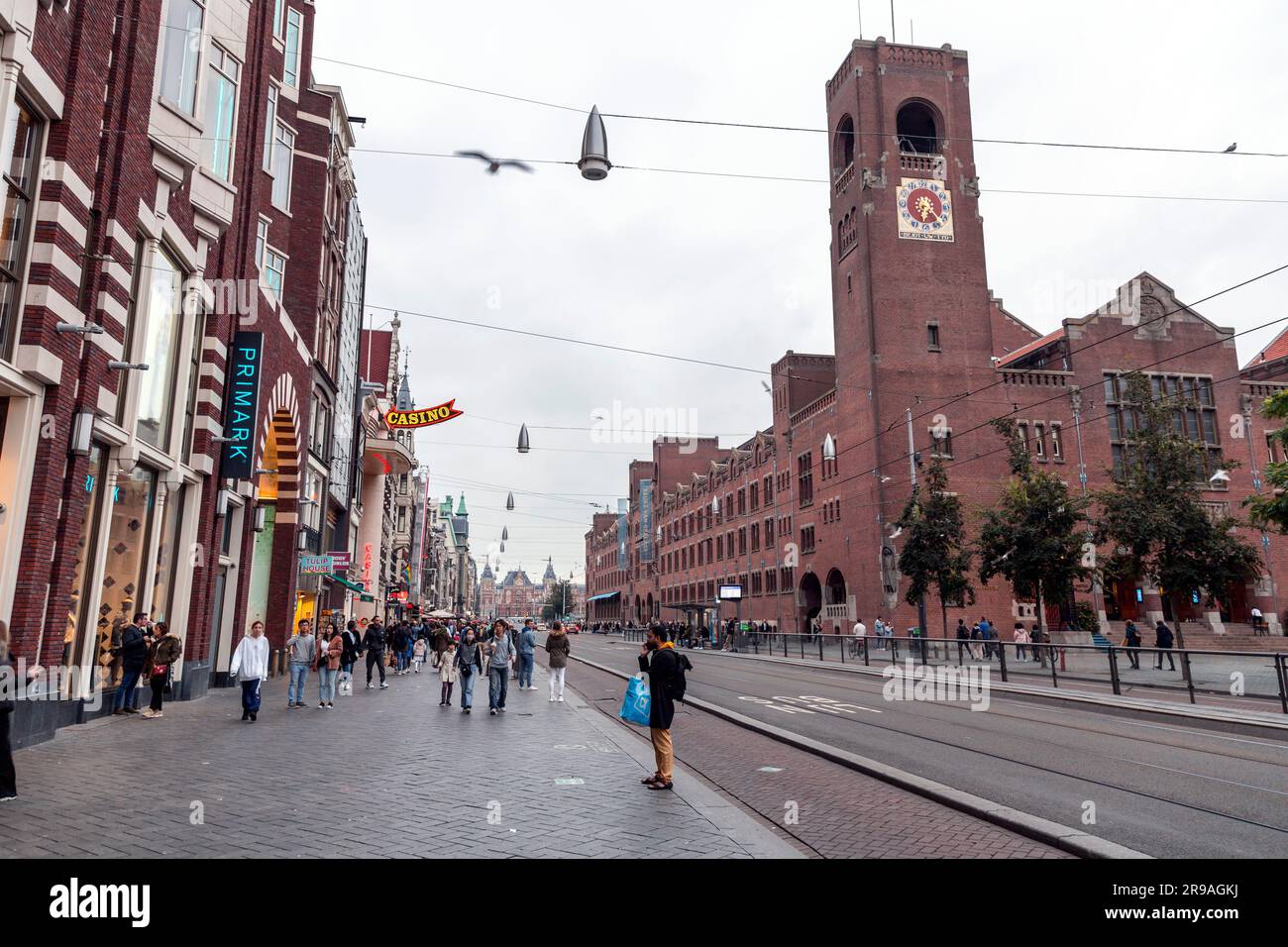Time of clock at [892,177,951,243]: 6:22
